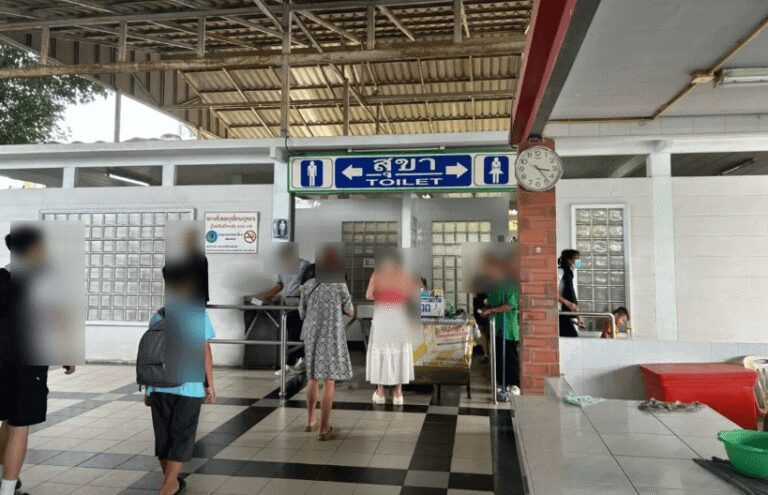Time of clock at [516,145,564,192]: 3:23
